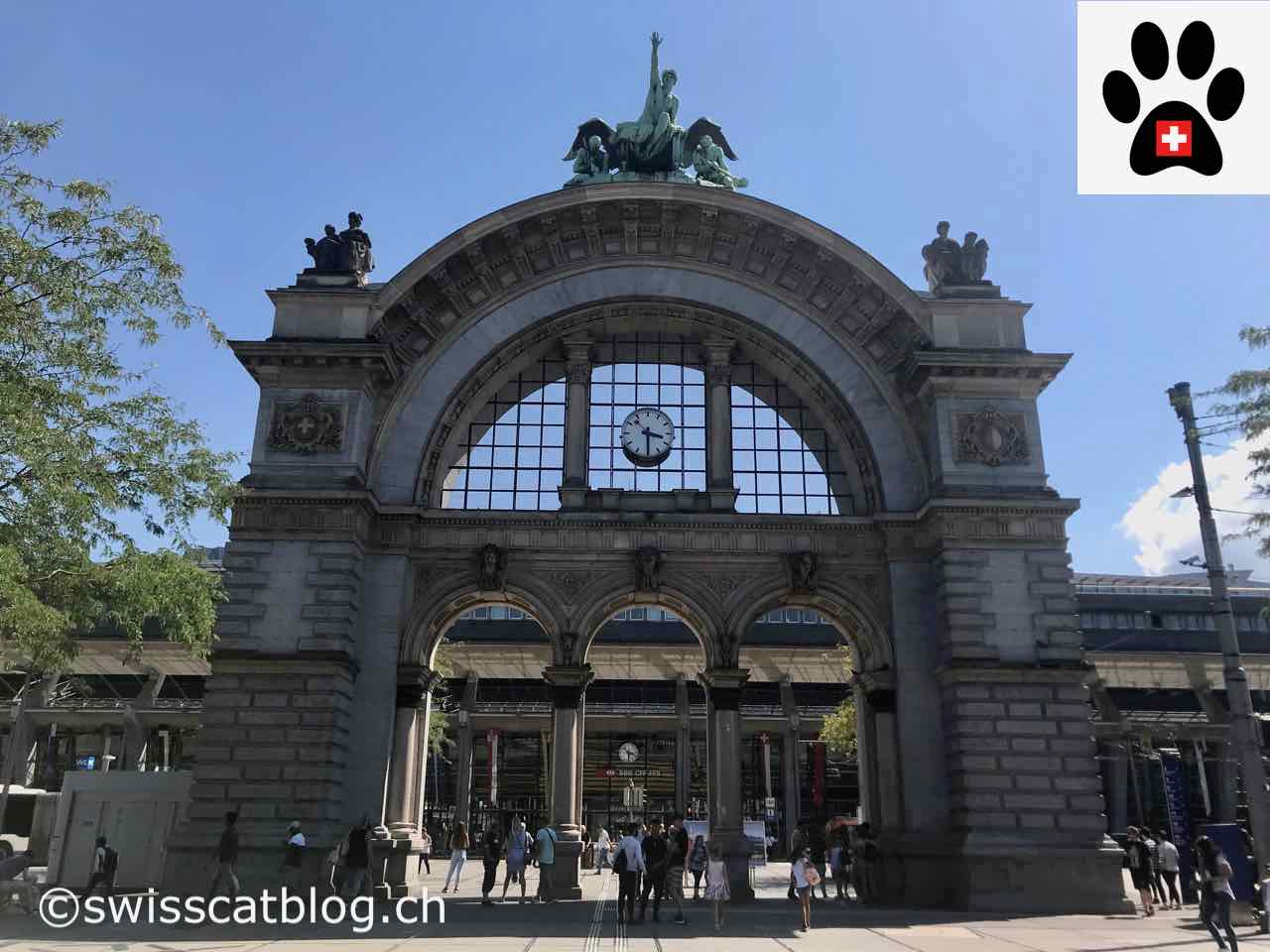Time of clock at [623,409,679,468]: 3:30
